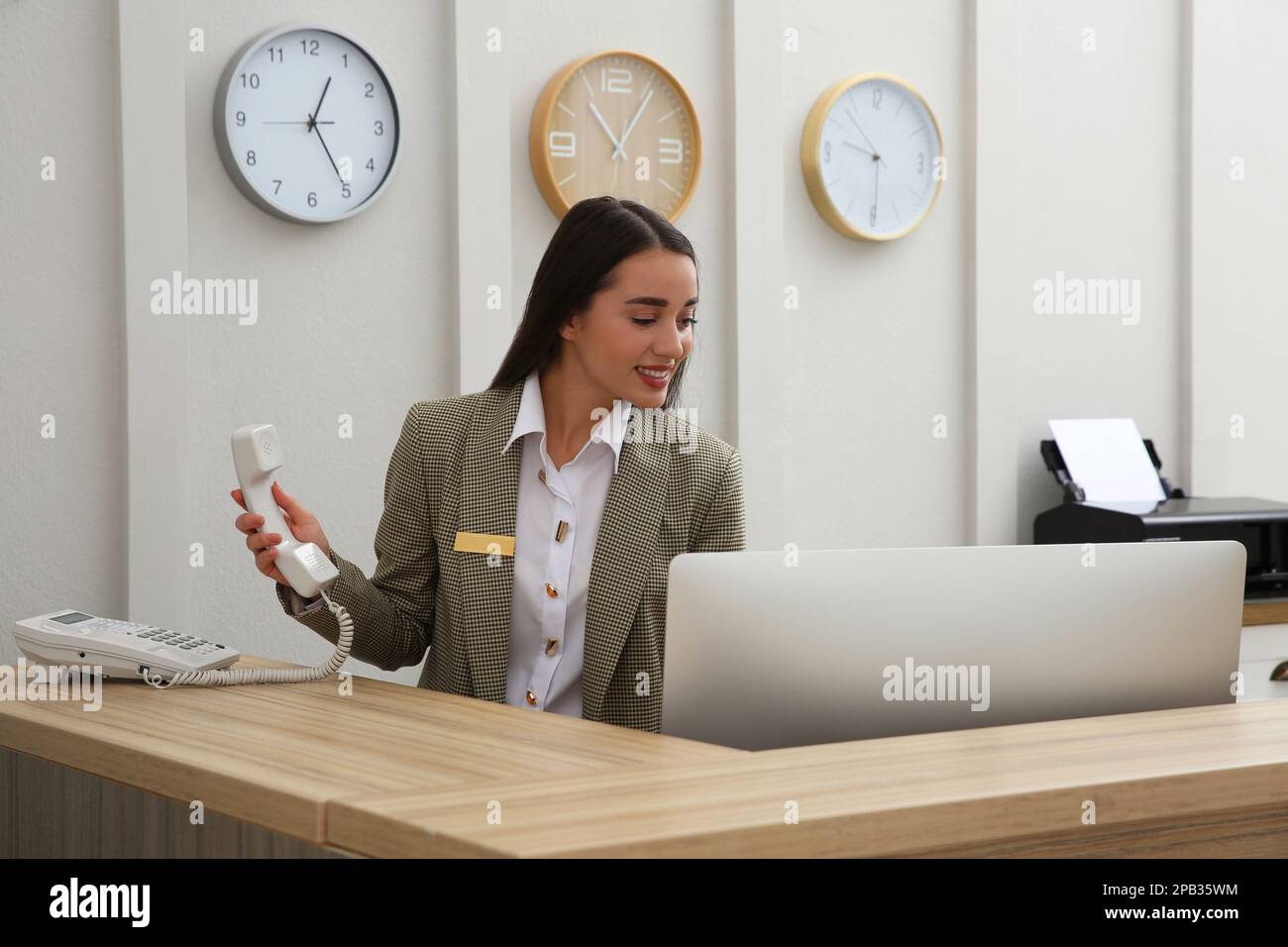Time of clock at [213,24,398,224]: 12:24
